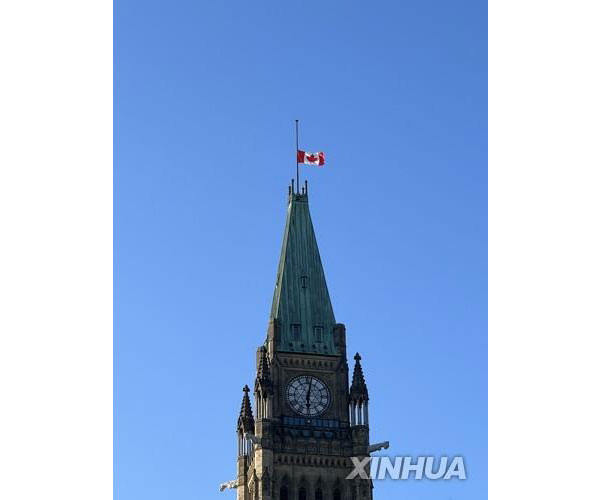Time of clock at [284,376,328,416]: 6:01
